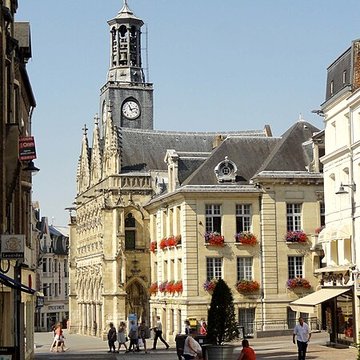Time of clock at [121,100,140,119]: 11:12
